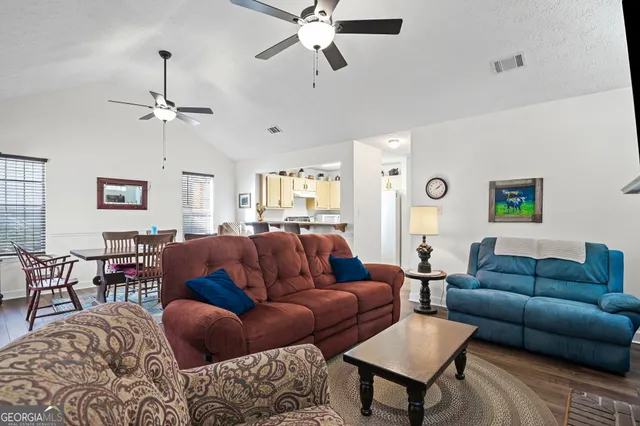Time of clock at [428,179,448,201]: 2:08
